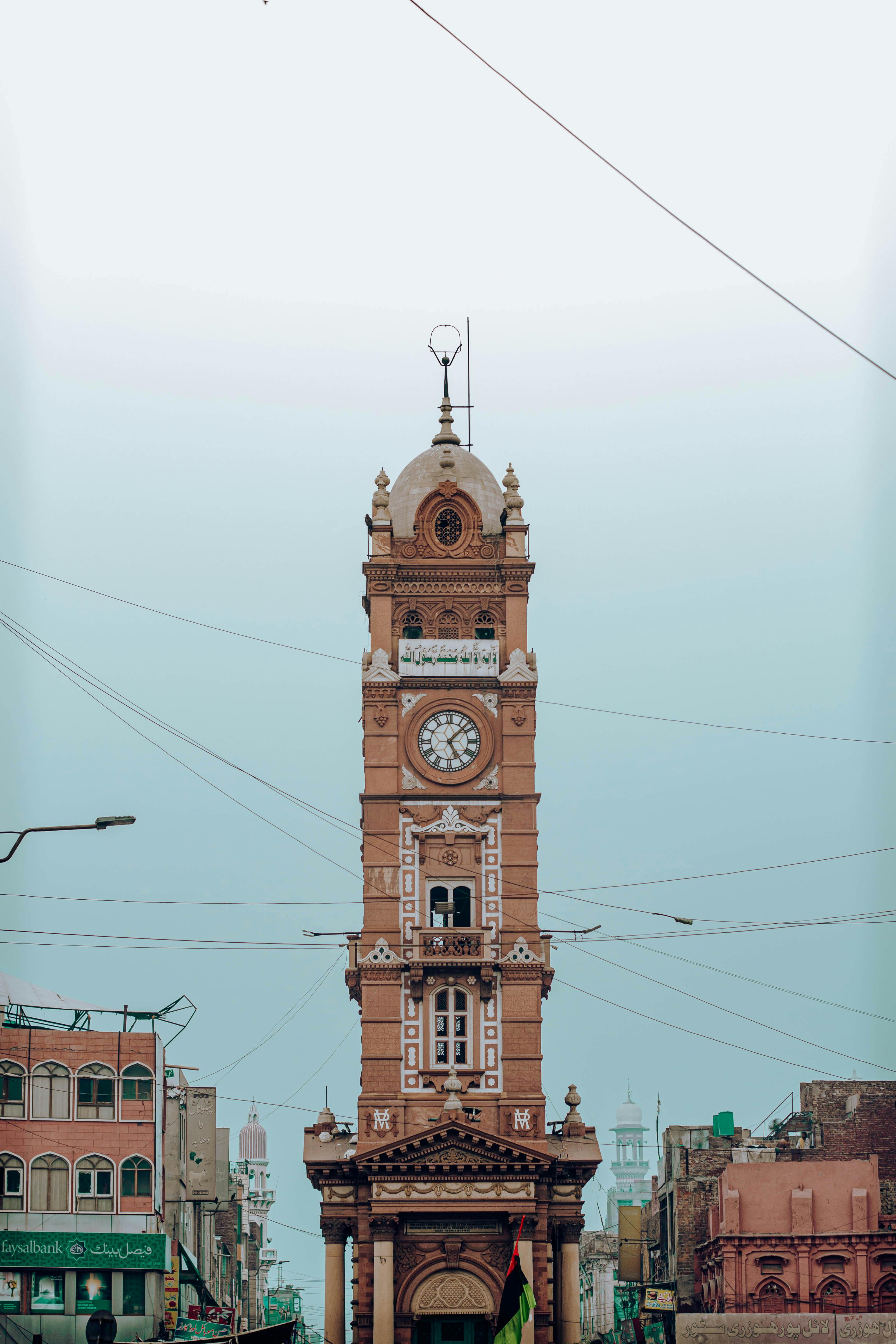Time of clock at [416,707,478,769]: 5:07
